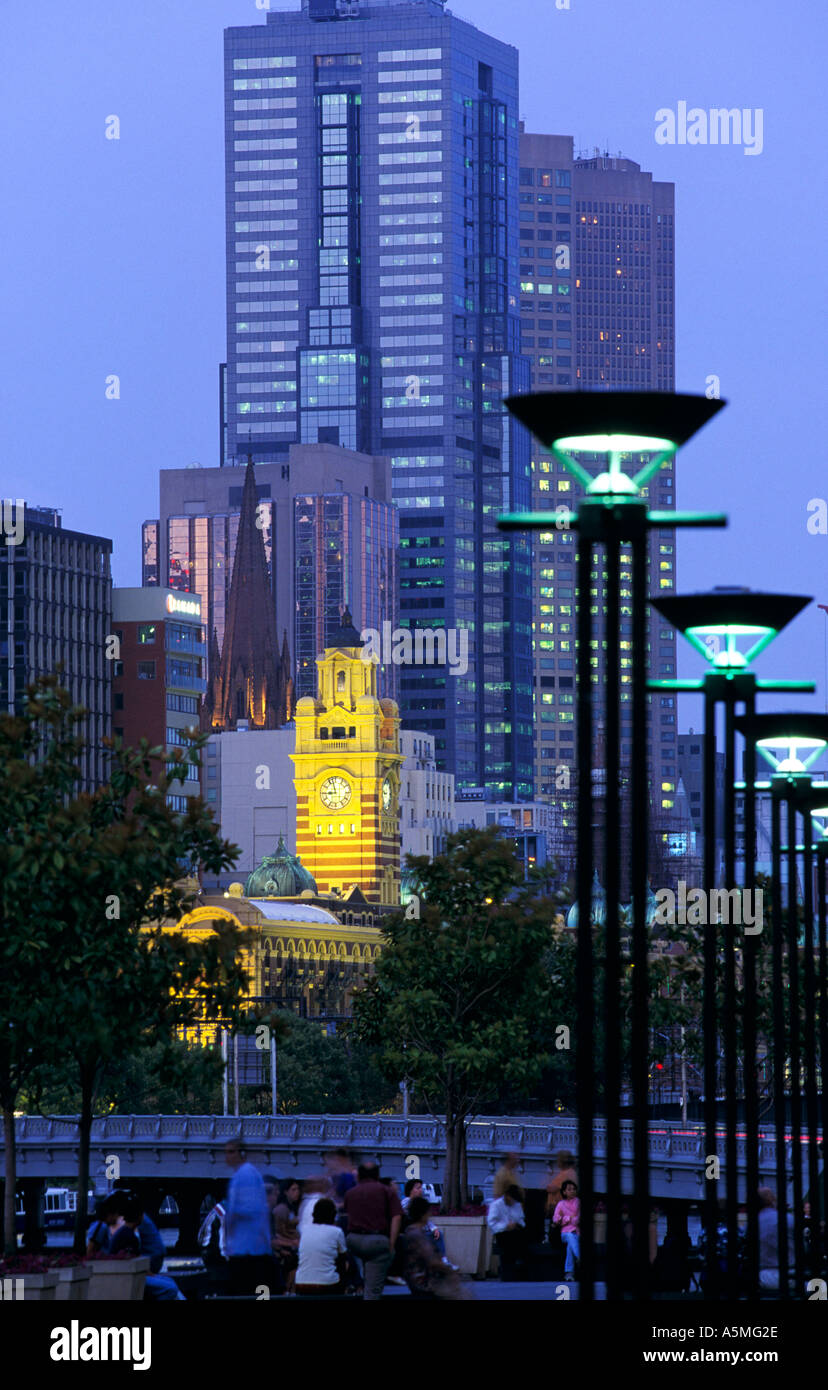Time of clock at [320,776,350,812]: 8:57
